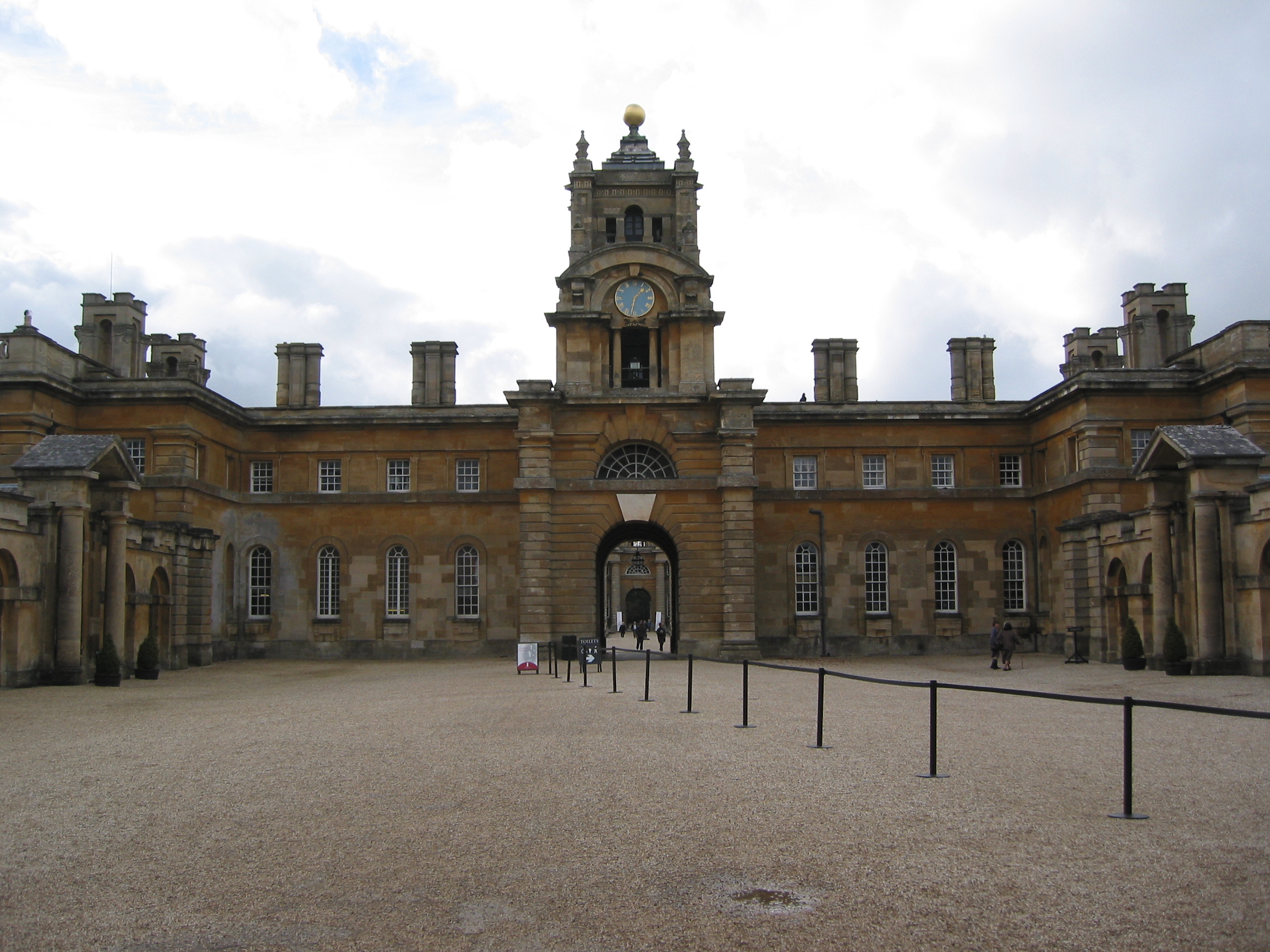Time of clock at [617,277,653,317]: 1:32
